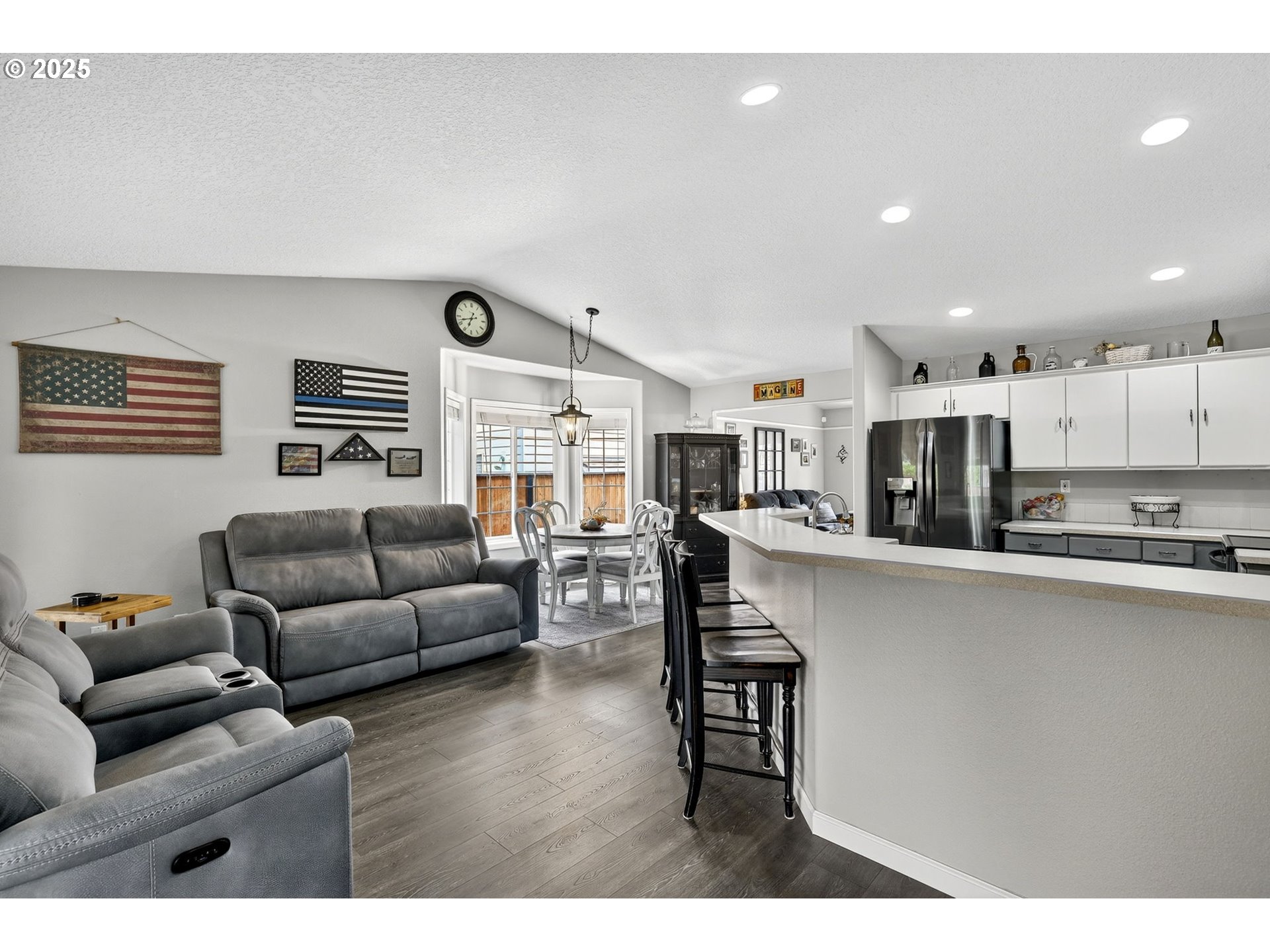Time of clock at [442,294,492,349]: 6:42
